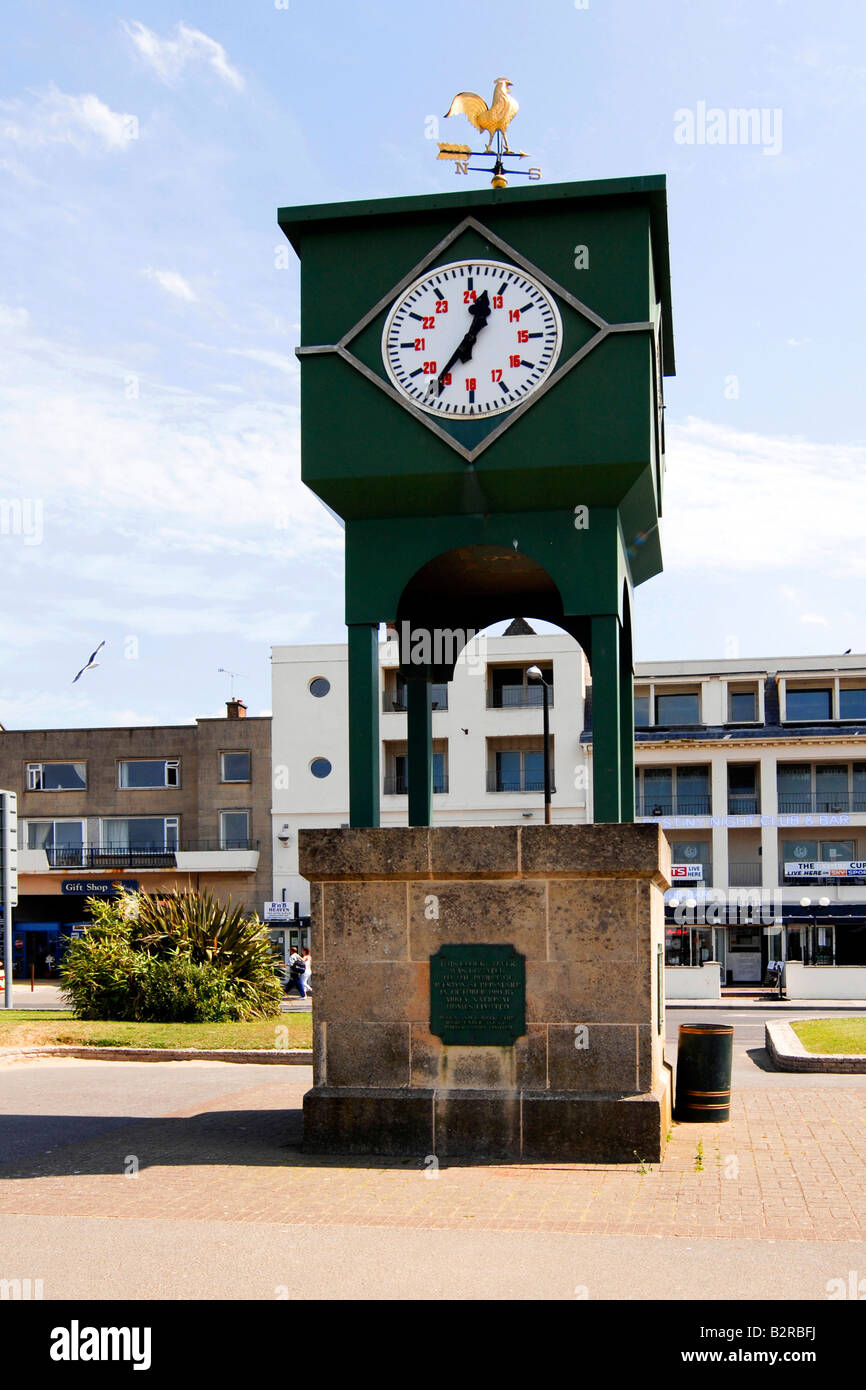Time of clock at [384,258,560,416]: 12:36
